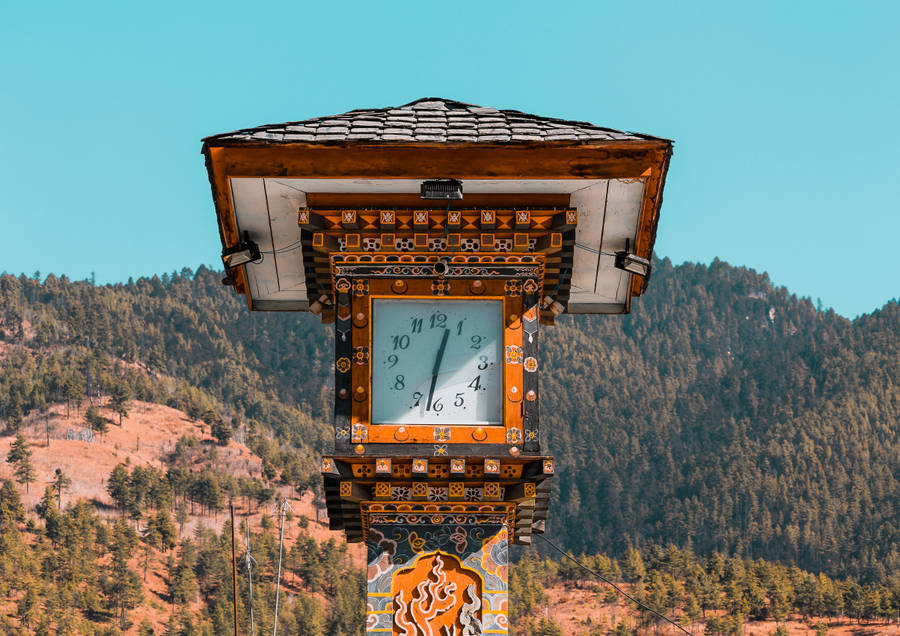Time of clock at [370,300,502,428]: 12:32
